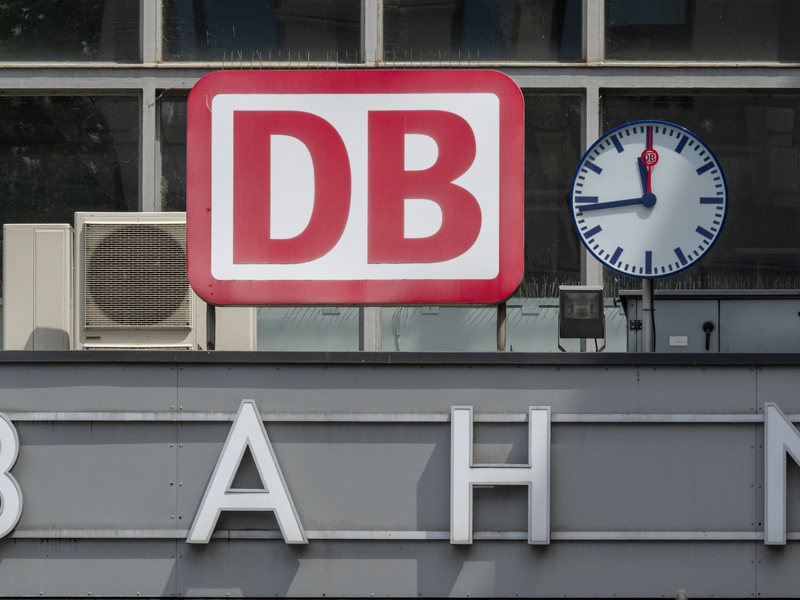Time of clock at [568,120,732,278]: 11:43
